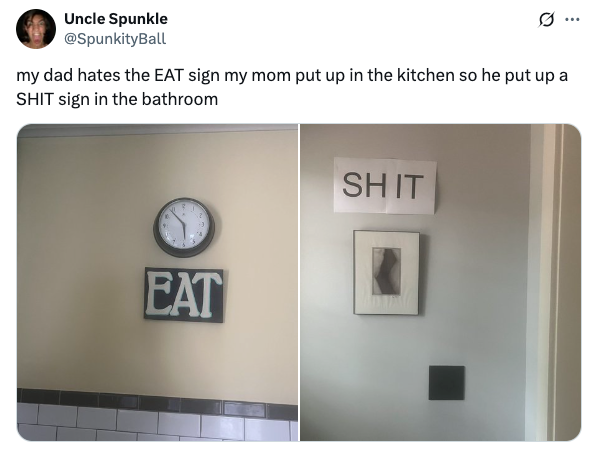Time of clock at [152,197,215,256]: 5:53
